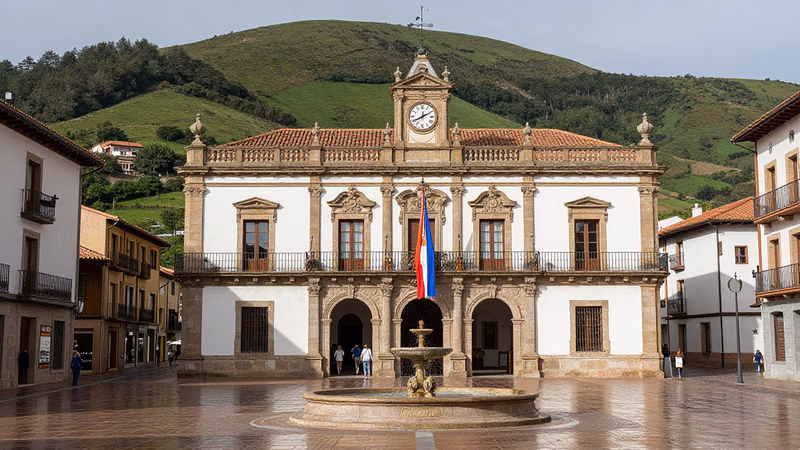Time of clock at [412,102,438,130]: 8:10
